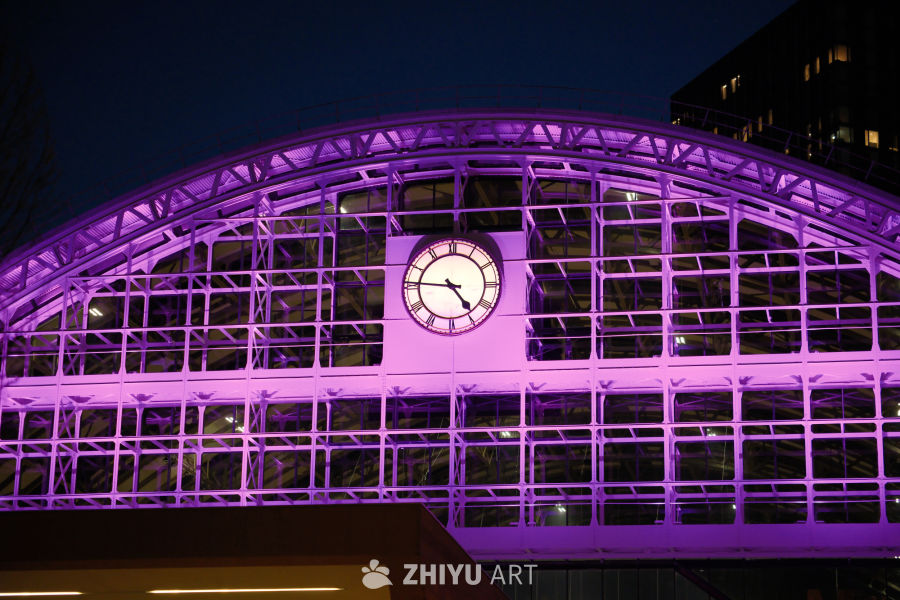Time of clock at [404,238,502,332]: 4:45
